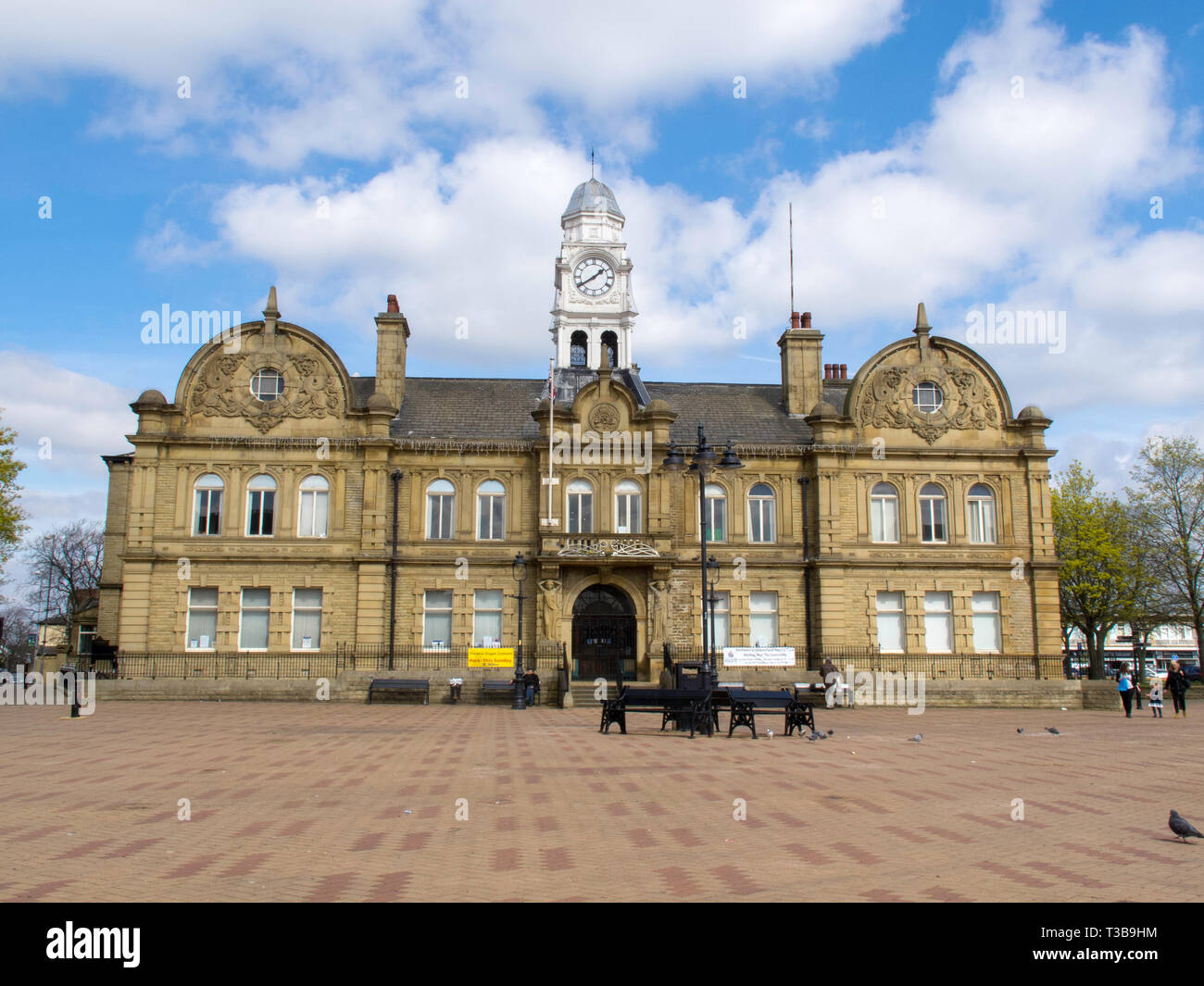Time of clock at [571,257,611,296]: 1:39
